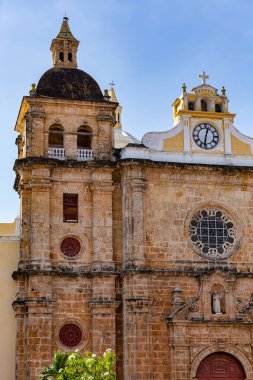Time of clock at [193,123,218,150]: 12:32
